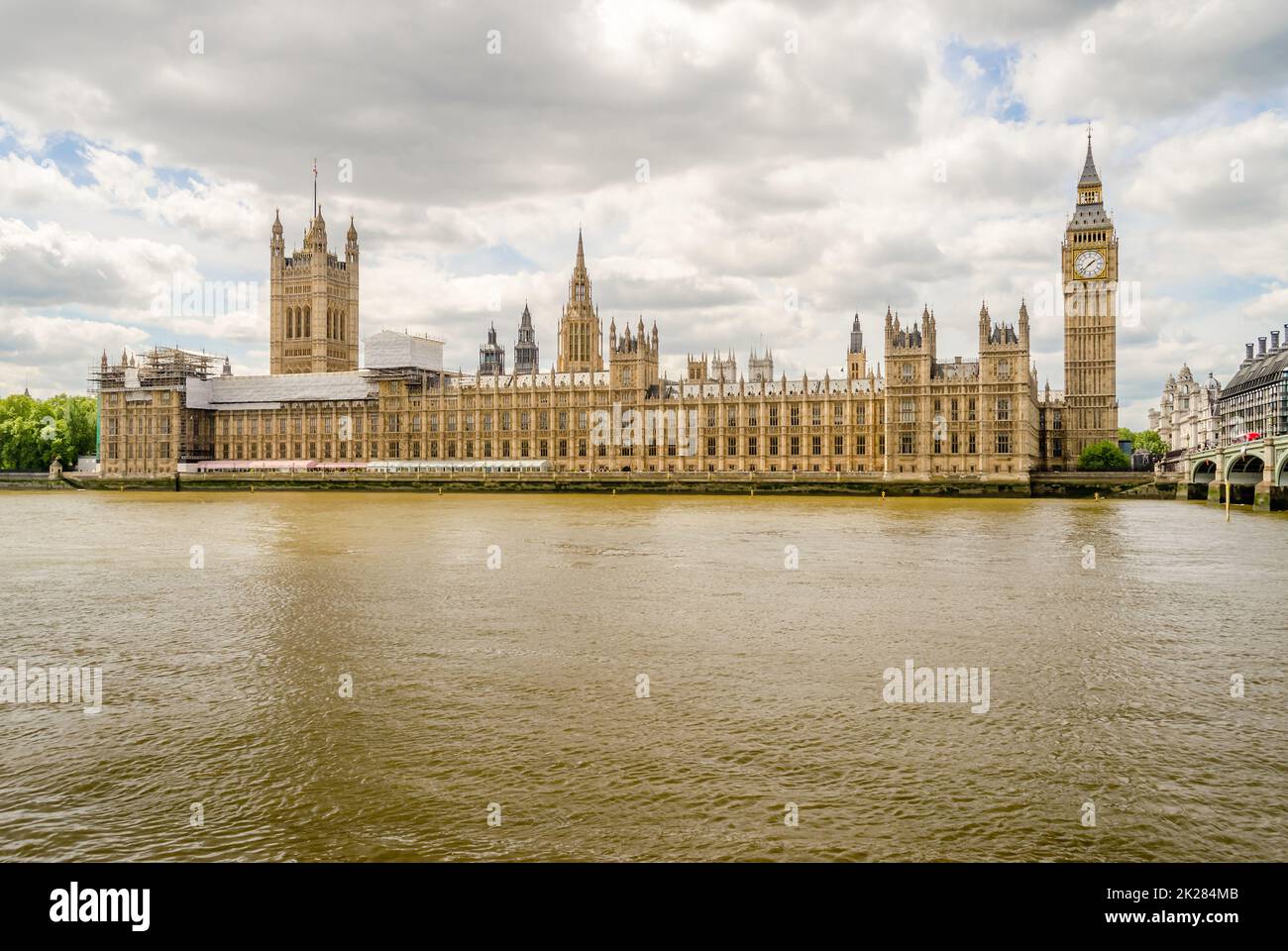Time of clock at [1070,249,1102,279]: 1:37
